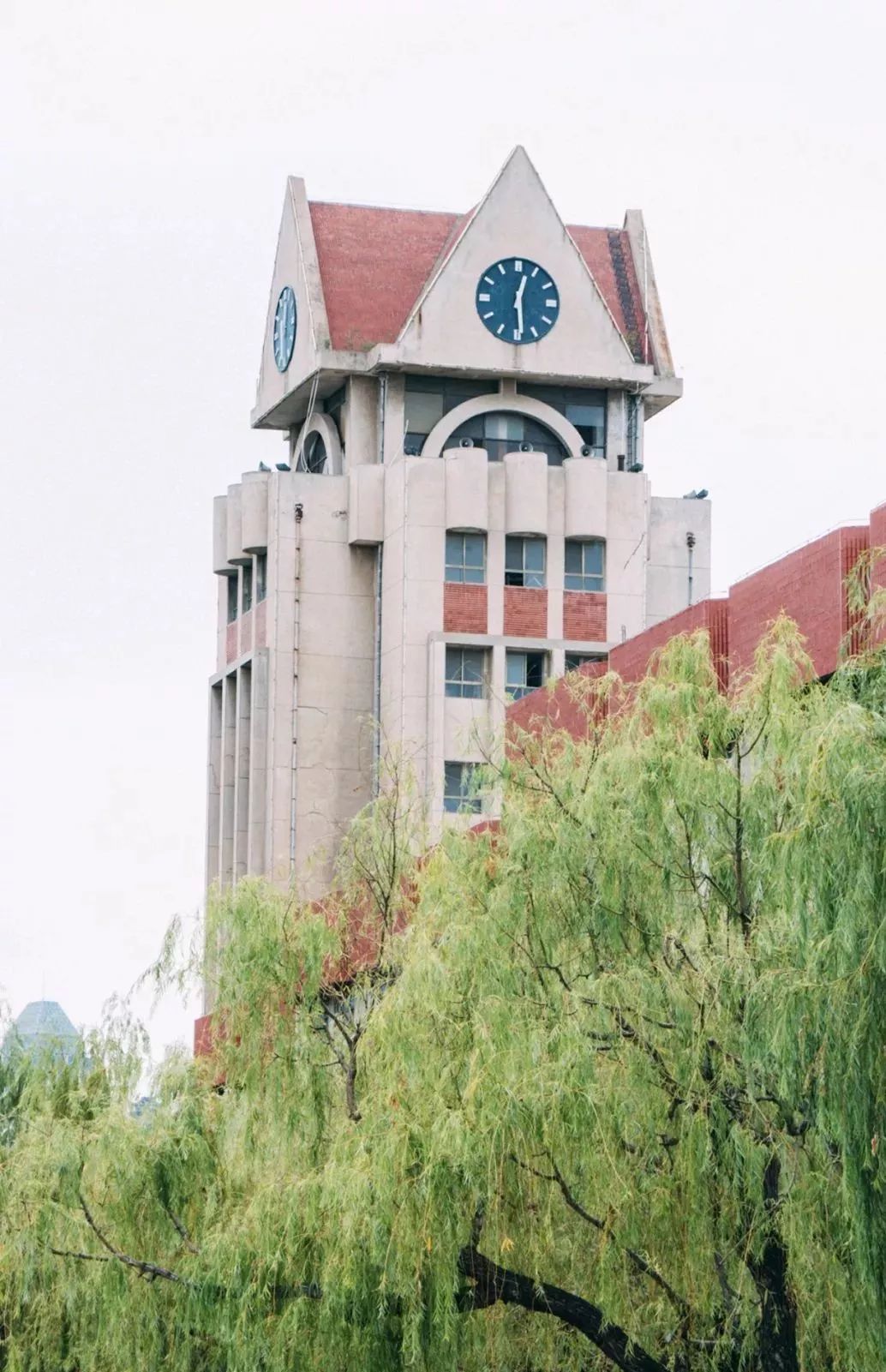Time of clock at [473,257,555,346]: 12:29
